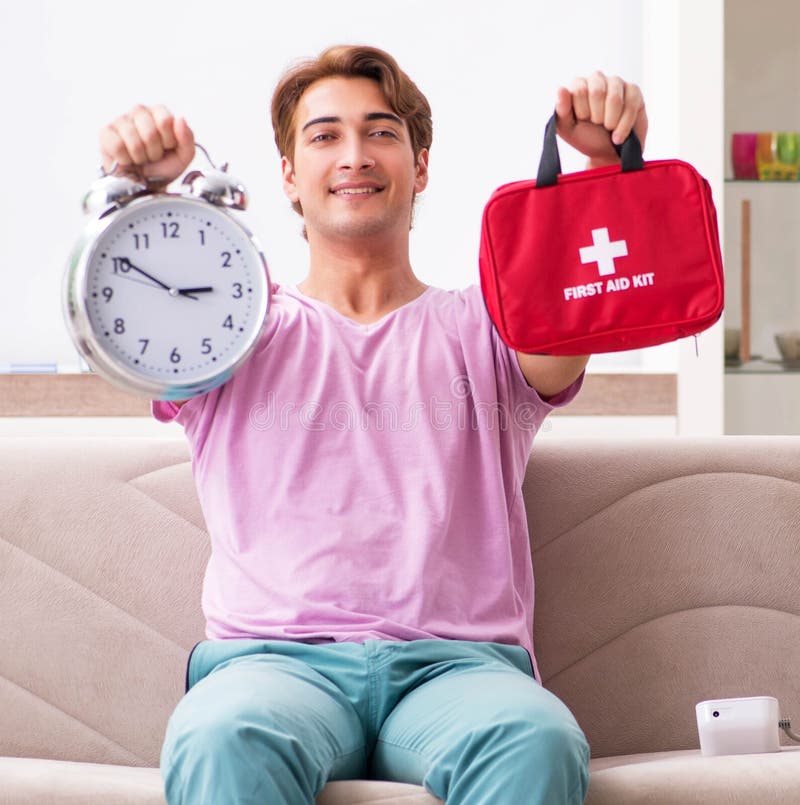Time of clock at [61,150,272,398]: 2:50
